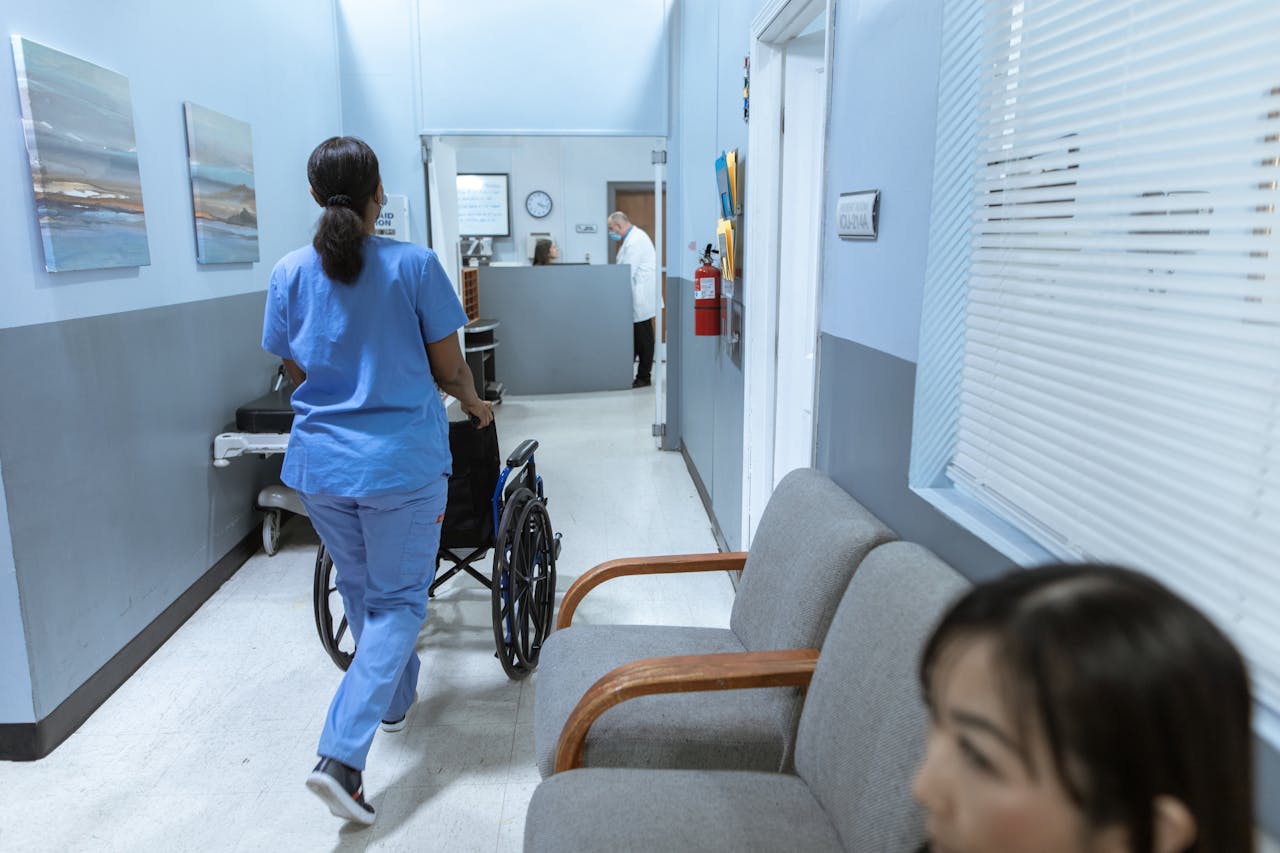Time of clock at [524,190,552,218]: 4:17
